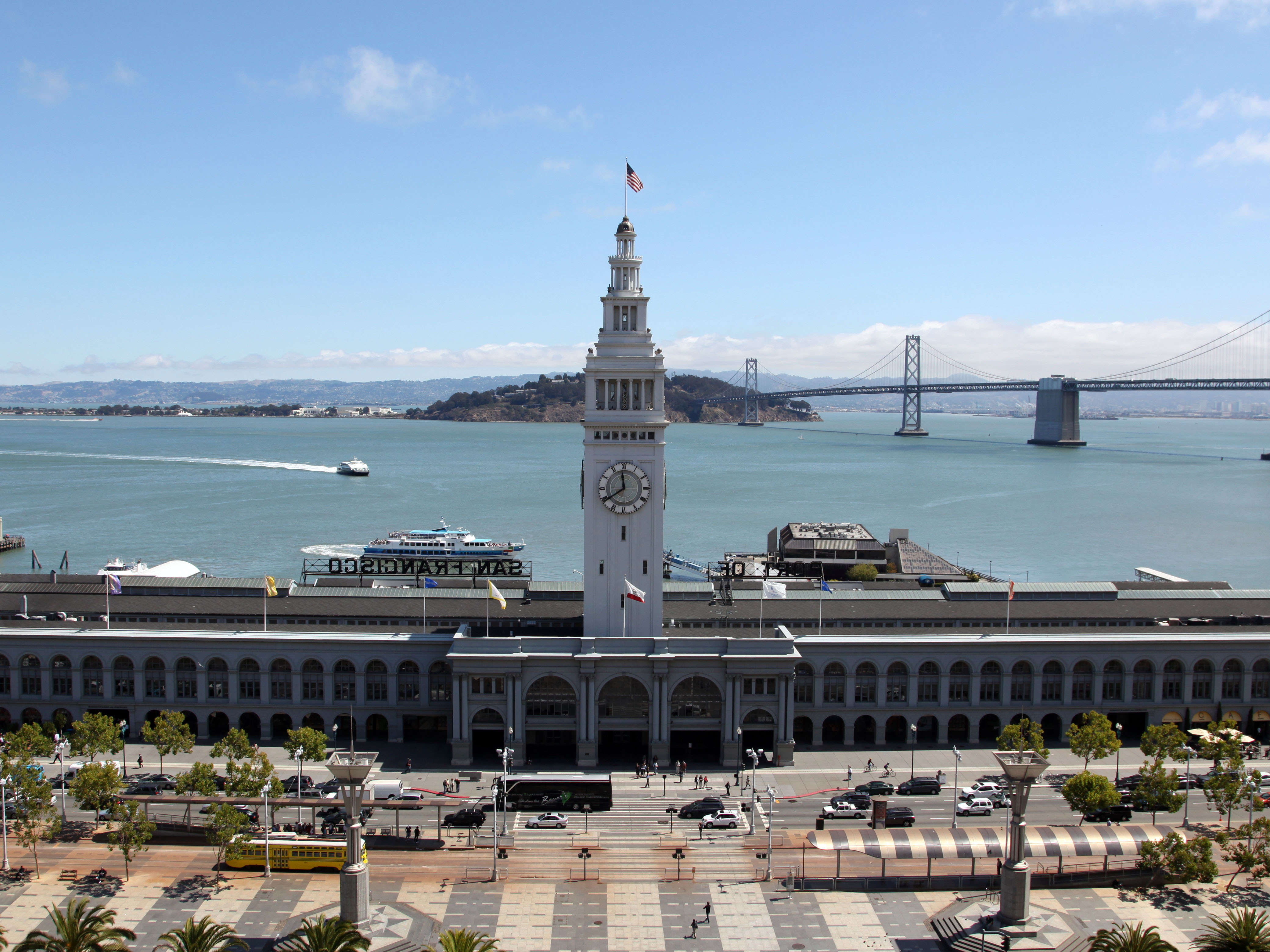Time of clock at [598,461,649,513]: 11:39
